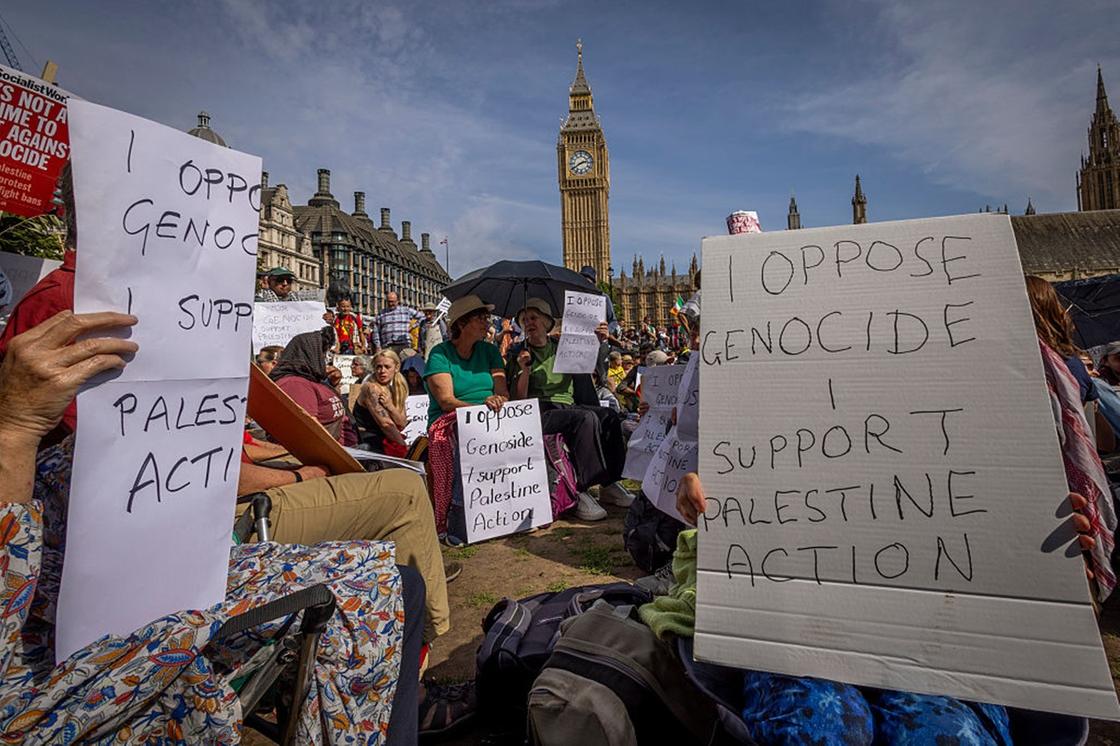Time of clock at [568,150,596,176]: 2:40
